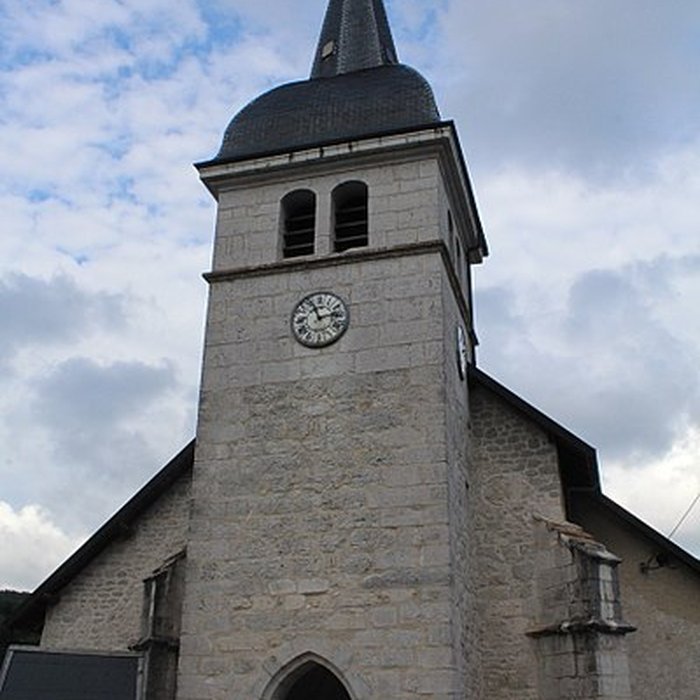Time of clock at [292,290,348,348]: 11:13
